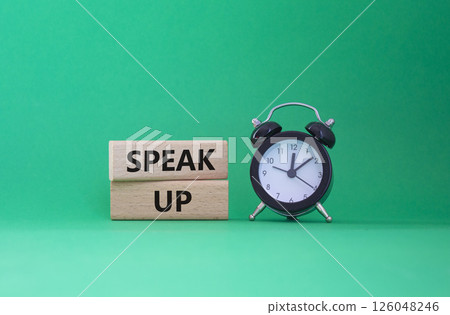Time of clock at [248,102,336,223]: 12:07
